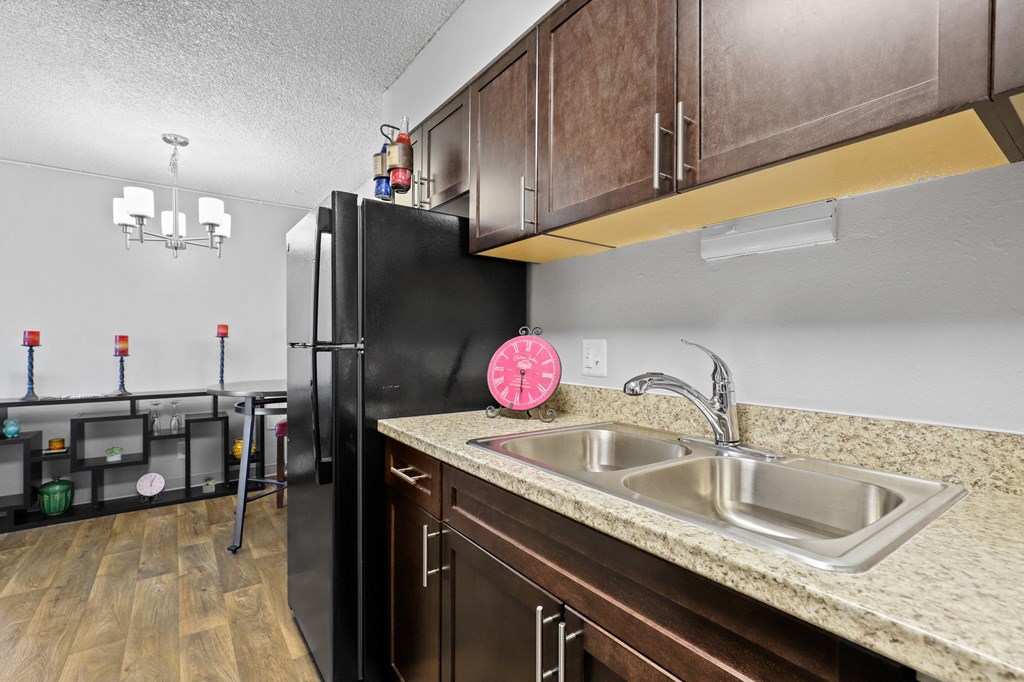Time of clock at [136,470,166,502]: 12:04
